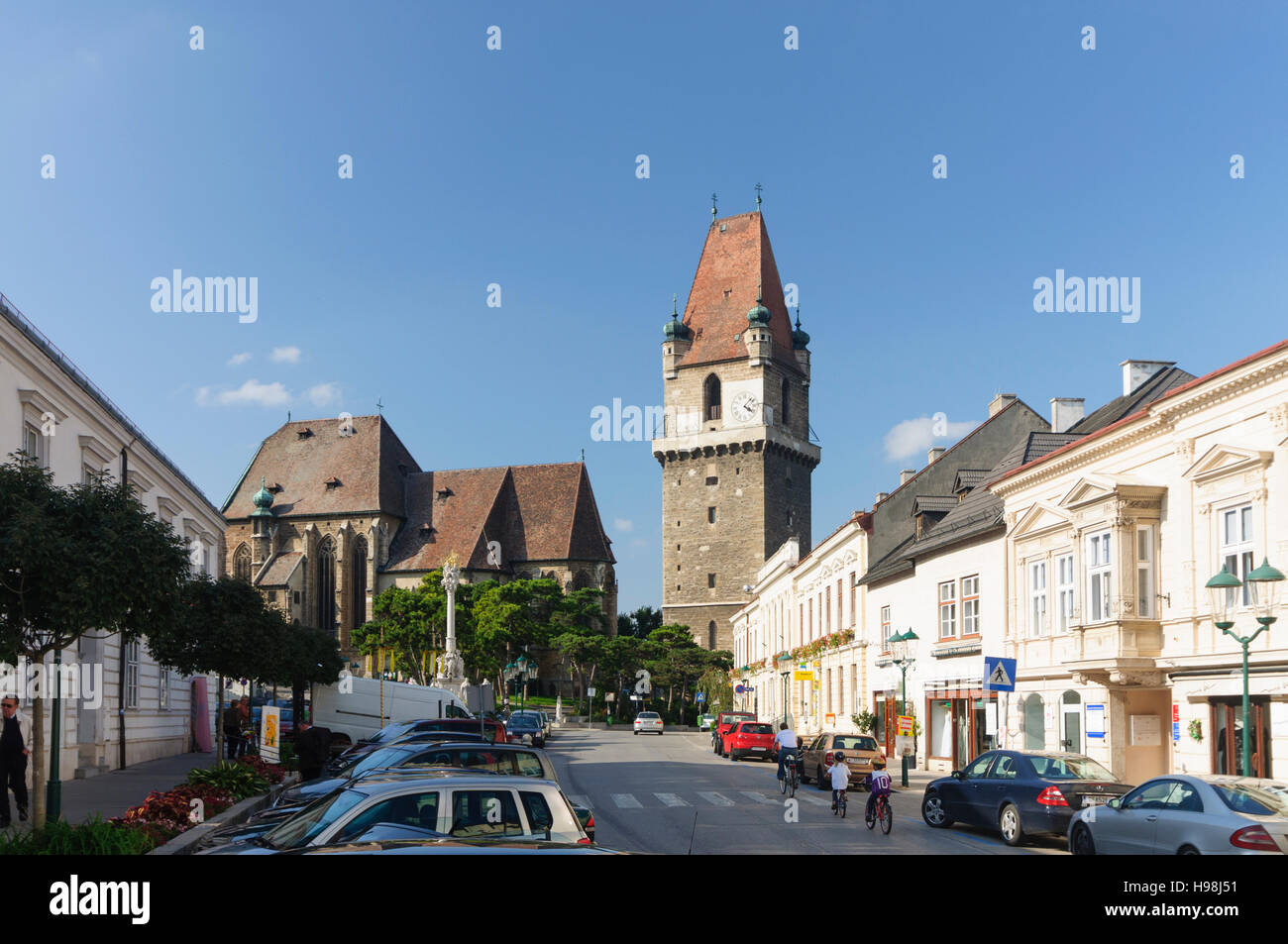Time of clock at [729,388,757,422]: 4:07
